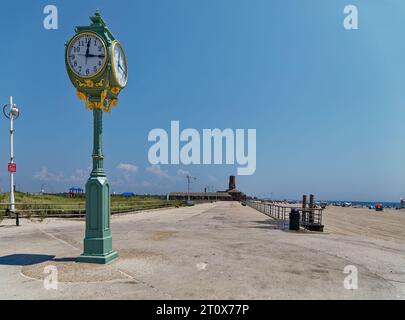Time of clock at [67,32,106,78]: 12:15
